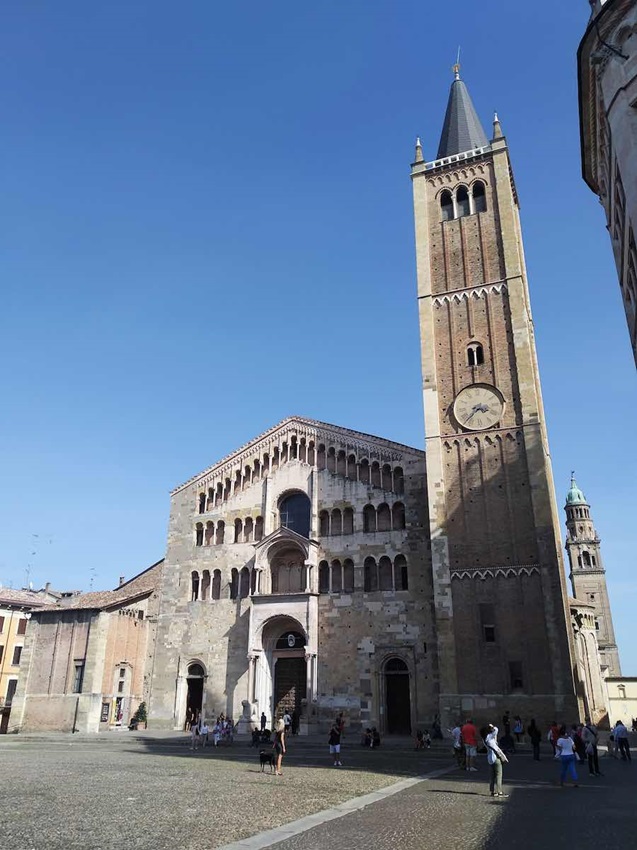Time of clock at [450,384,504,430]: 3:37
